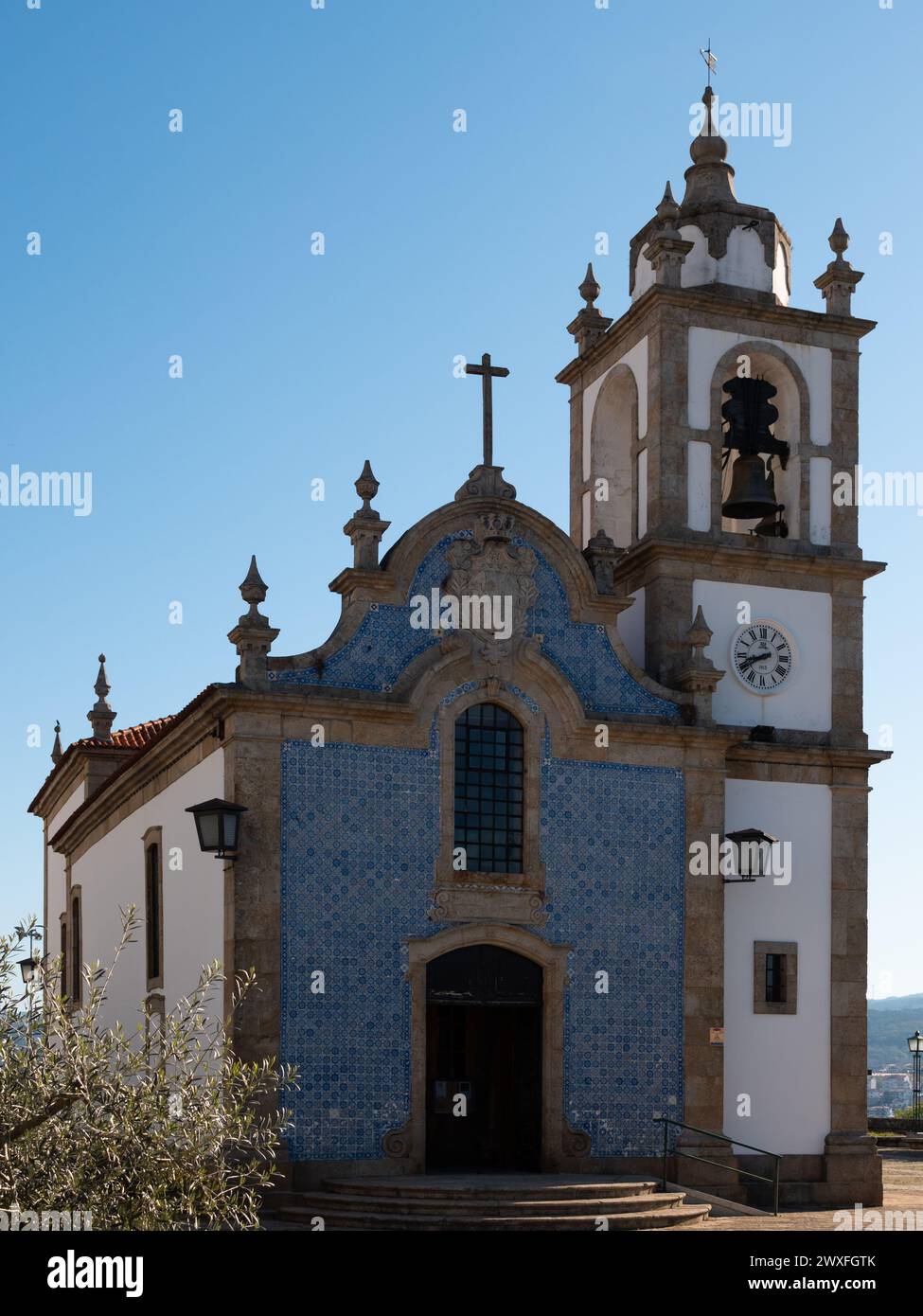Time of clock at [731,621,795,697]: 8:40
